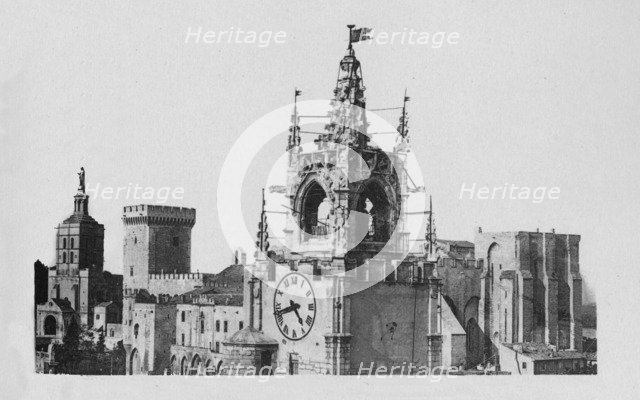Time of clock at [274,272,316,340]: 4:42
